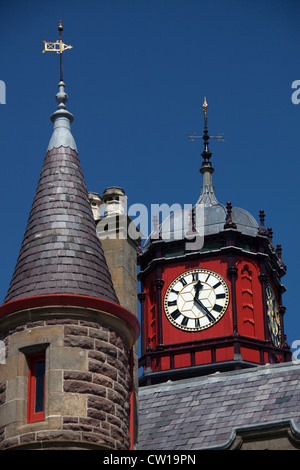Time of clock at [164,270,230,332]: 12:23
